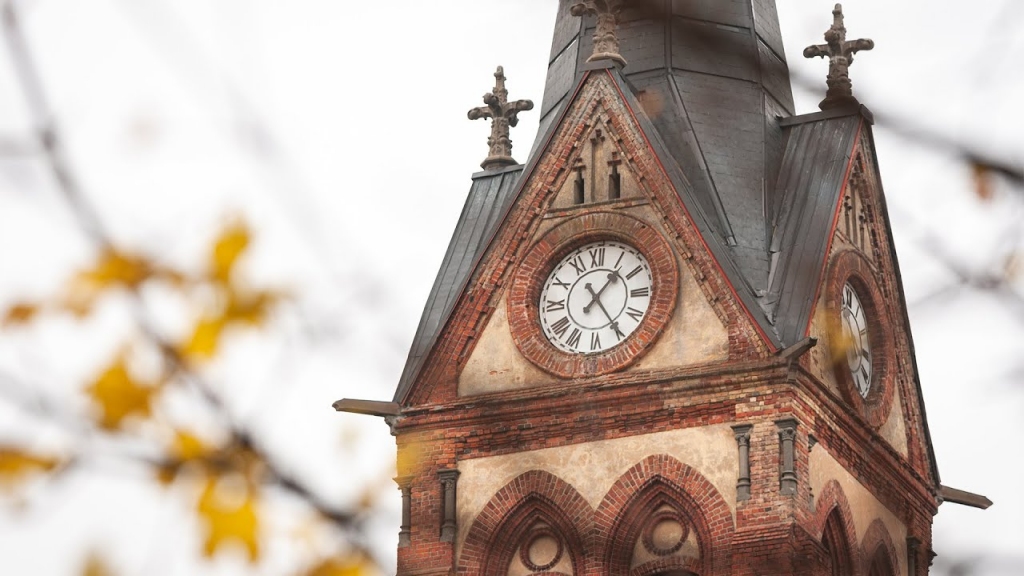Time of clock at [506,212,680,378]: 1:24
